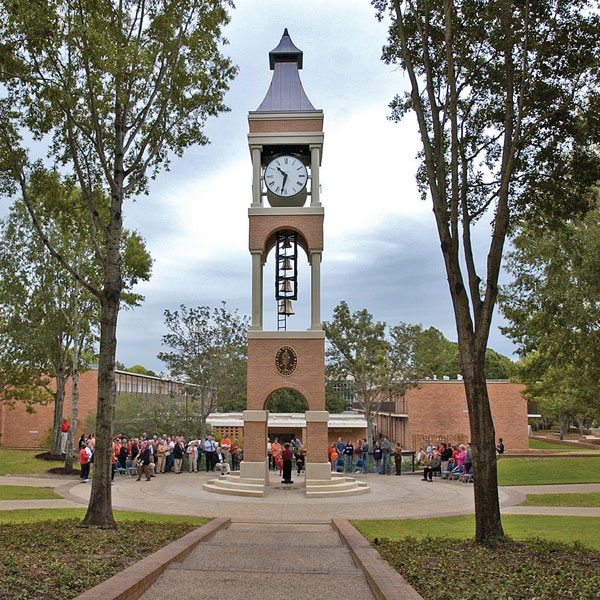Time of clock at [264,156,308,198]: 10:32
